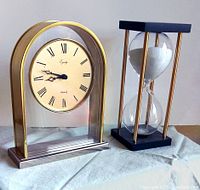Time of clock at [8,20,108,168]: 8:47
